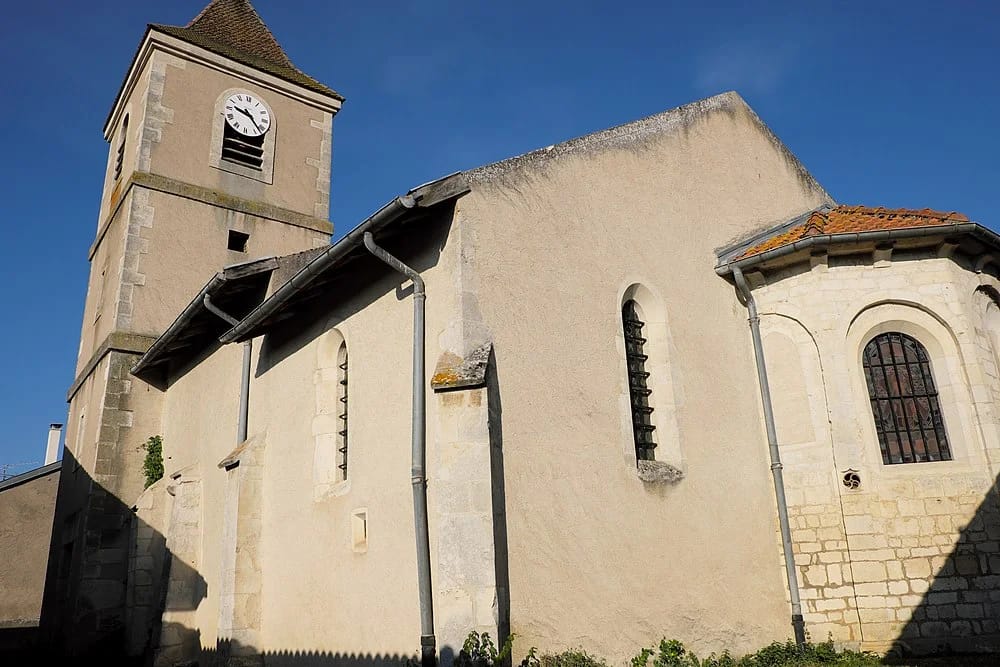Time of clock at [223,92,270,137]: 9:22
